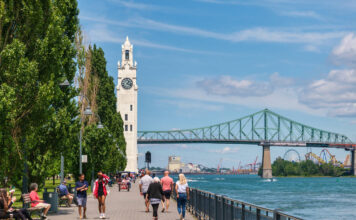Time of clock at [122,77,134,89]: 1:18
